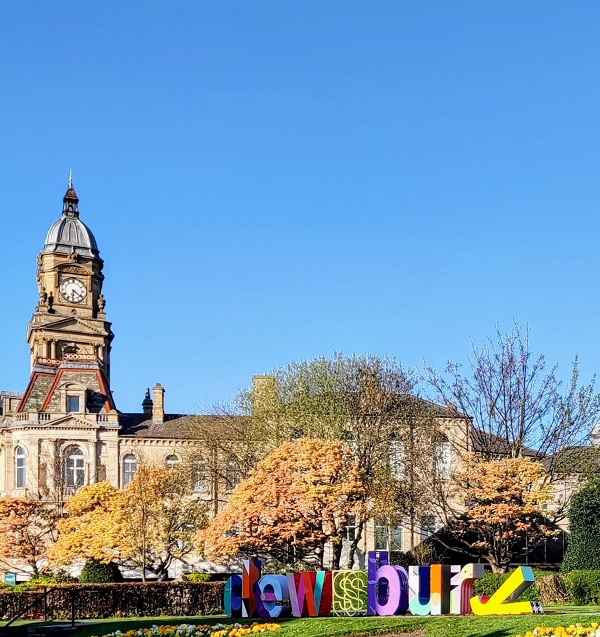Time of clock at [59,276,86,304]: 6:21
